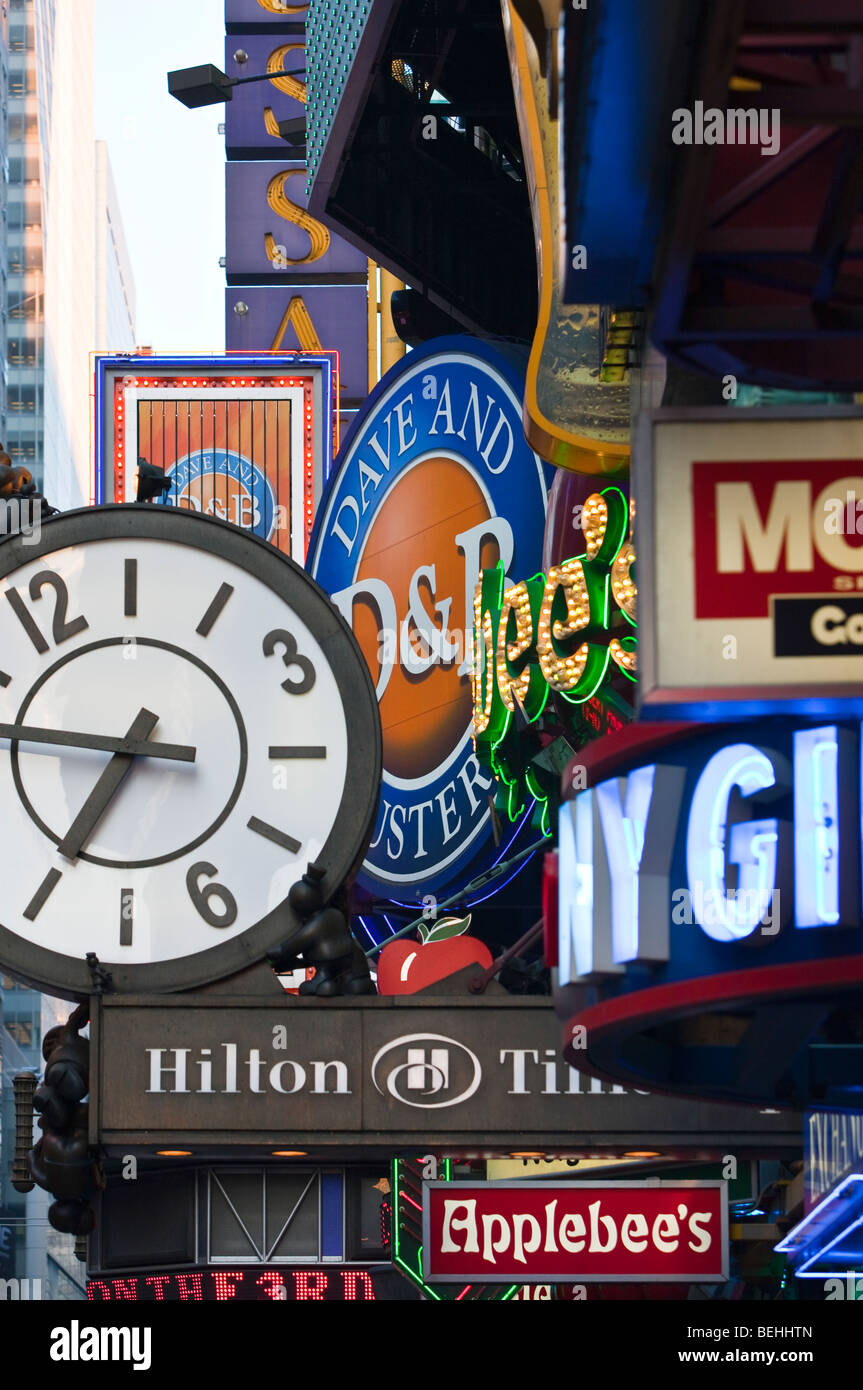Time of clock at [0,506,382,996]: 6:46
